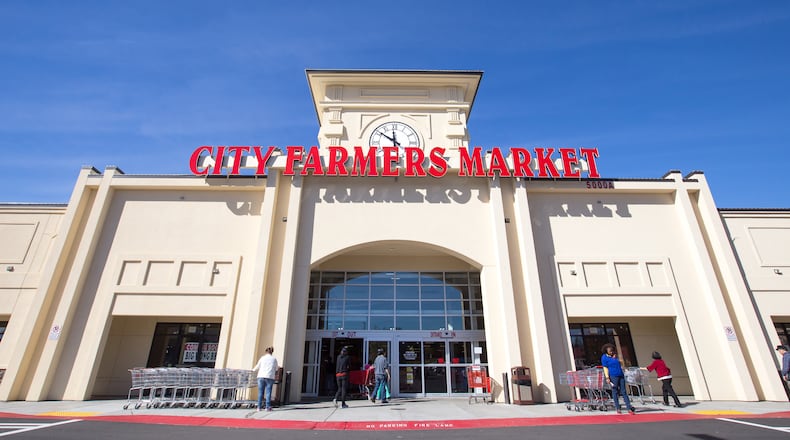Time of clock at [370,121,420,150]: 11:50
